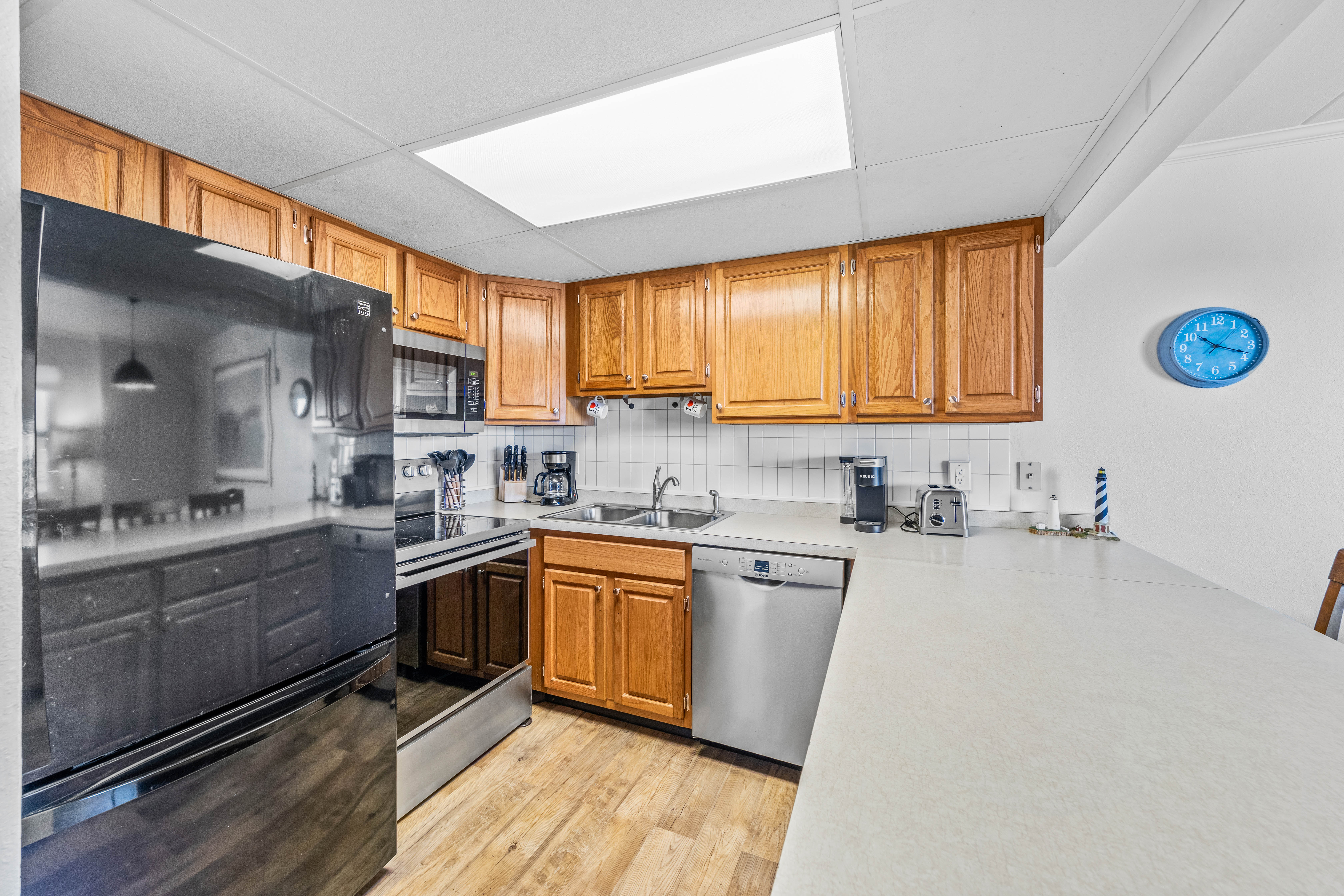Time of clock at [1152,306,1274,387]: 10:18
